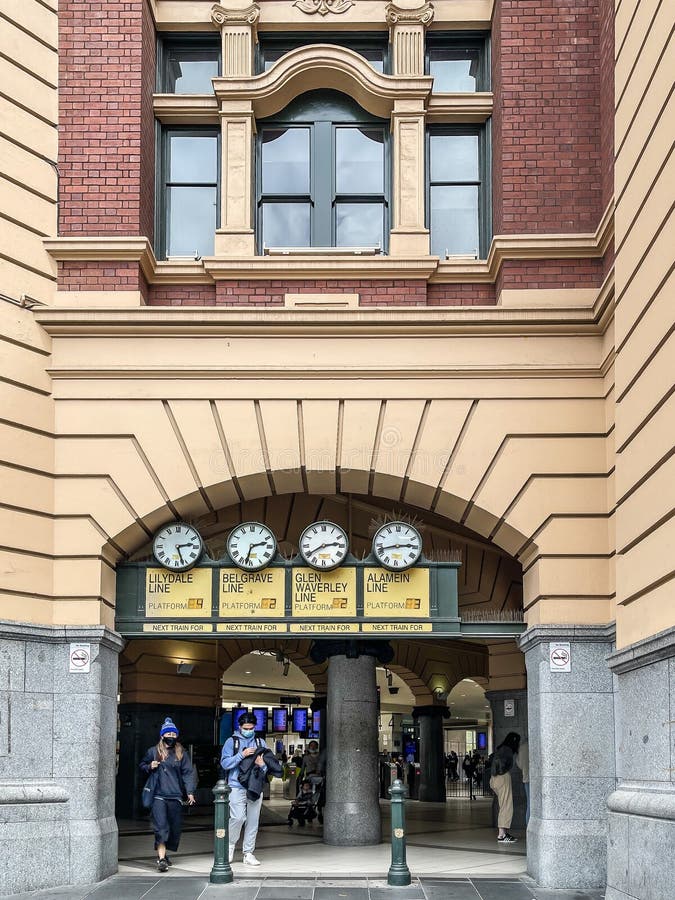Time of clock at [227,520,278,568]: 2:32
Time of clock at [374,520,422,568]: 2:42
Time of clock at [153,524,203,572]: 2:27
